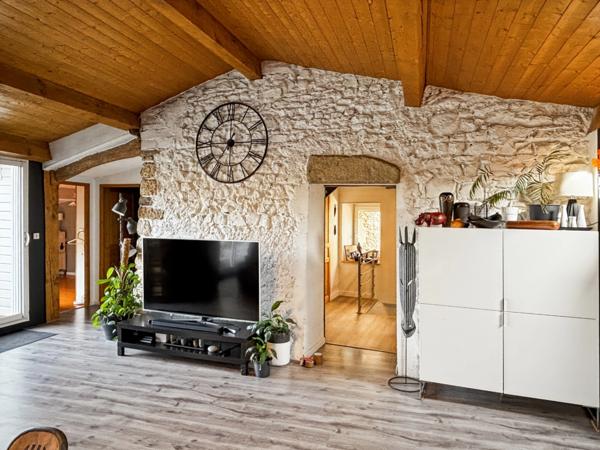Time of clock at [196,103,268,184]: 7:15
